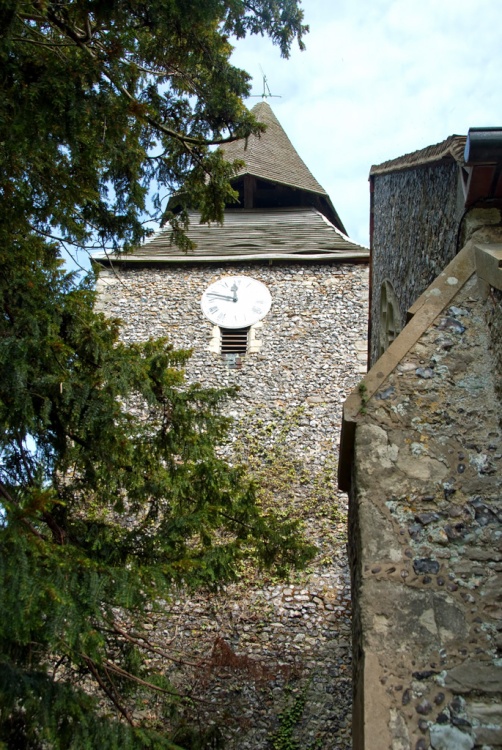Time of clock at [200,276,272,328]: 11:47
